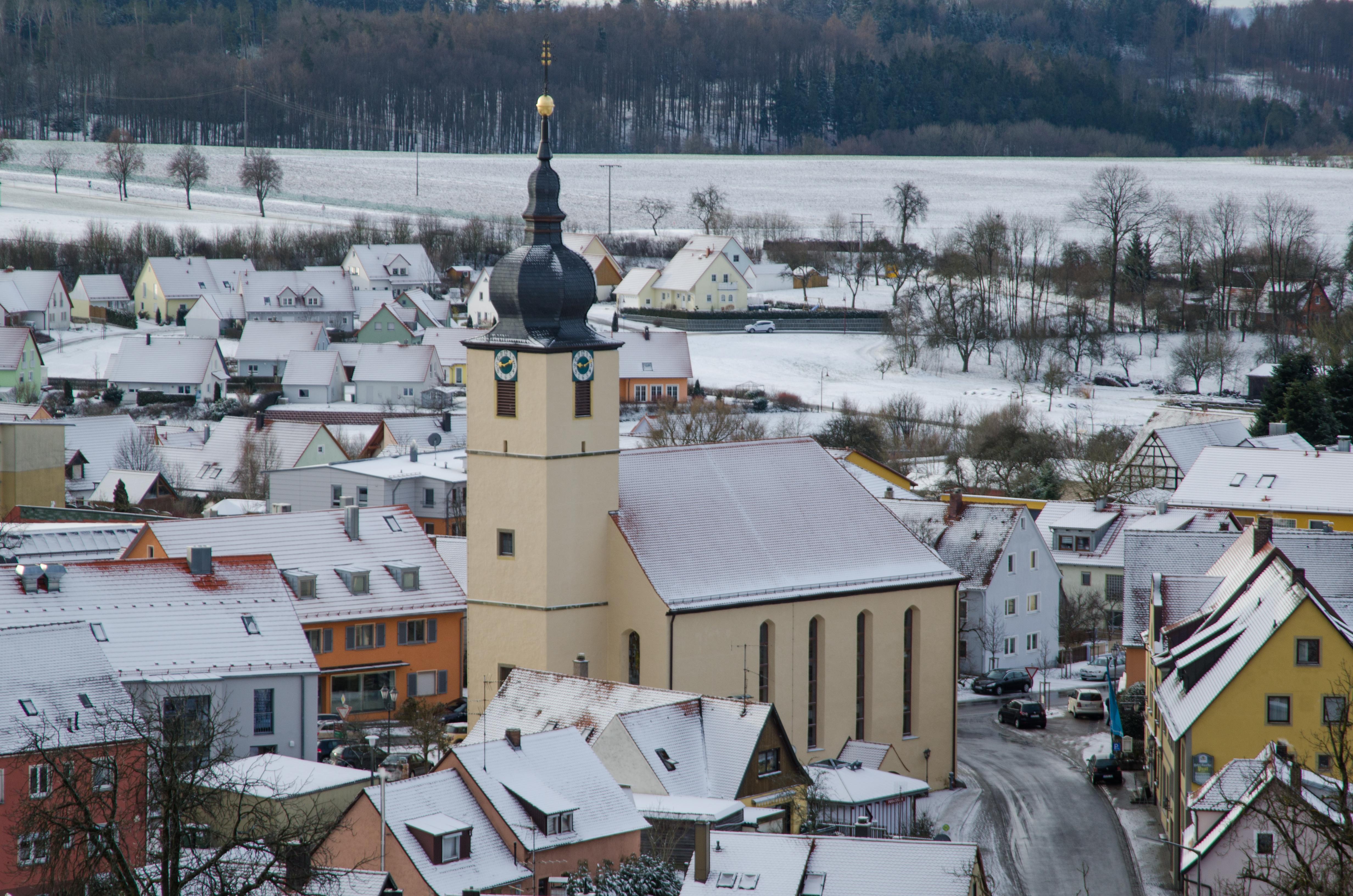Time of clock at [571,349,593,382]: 9:12
